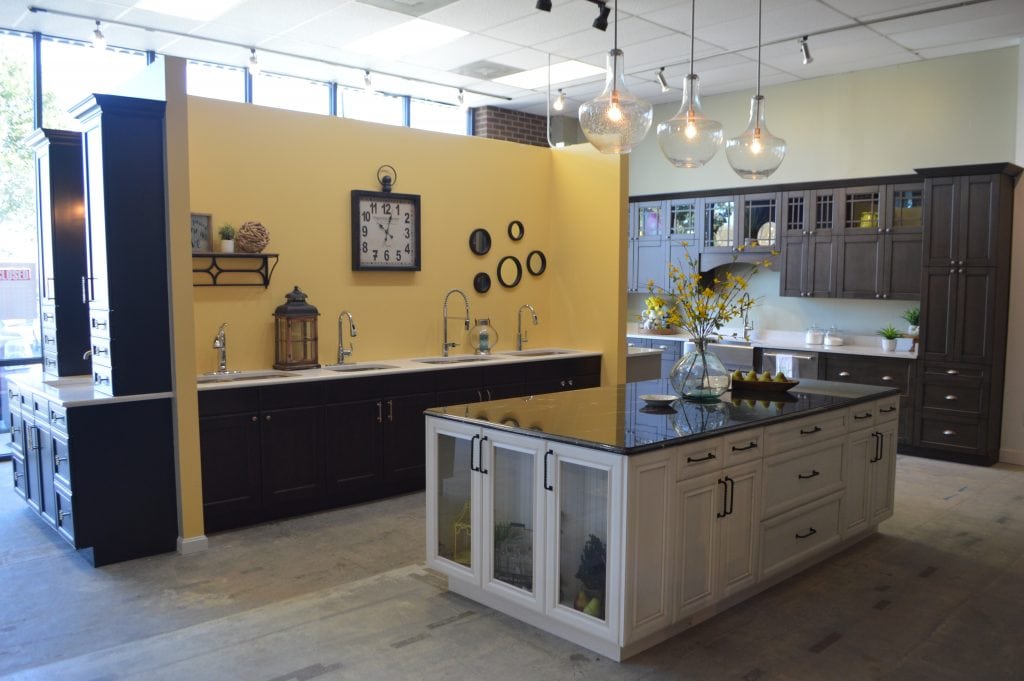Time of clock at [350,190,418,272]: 10:02
